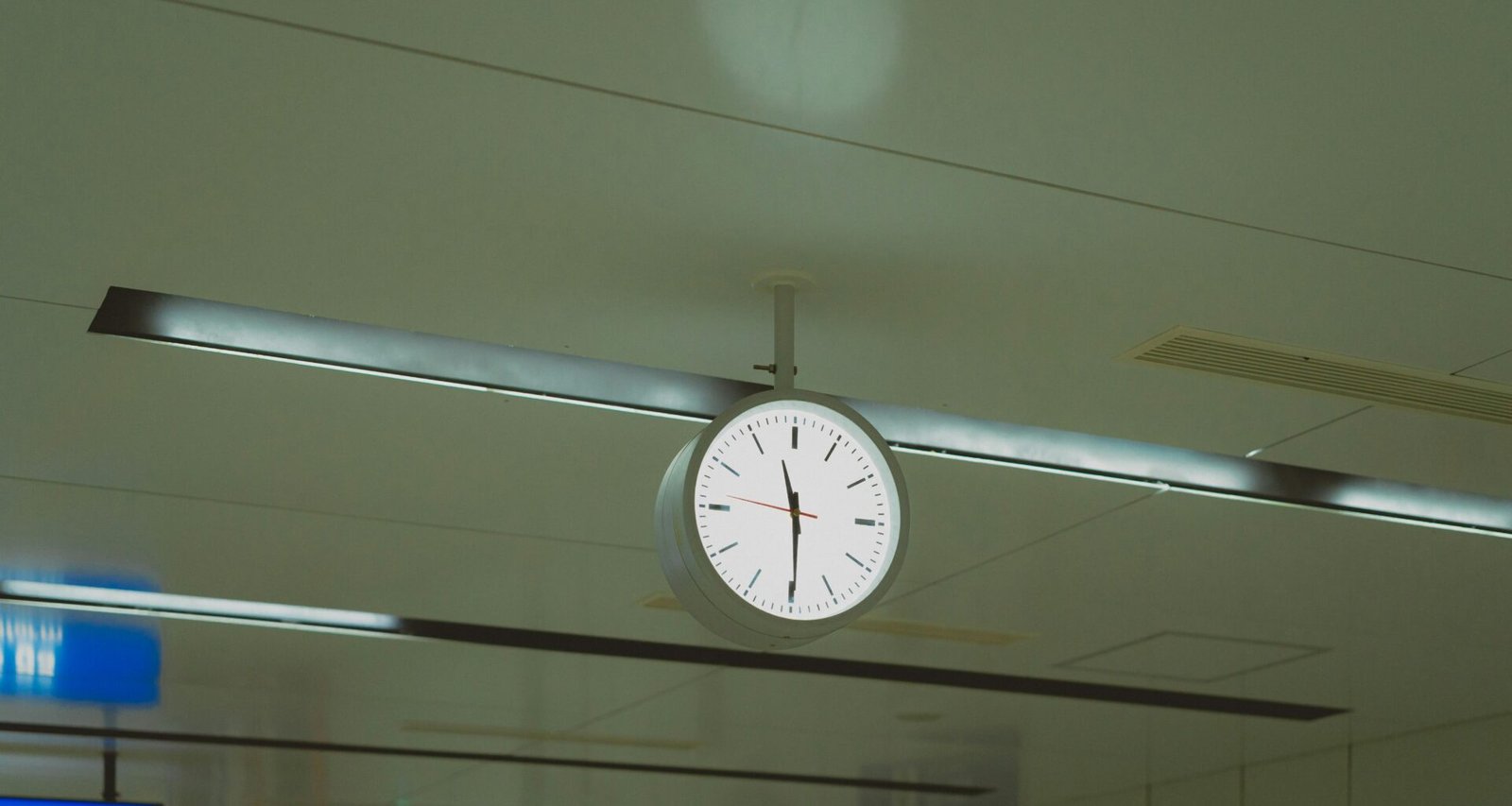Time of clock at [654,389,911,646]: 11:29
